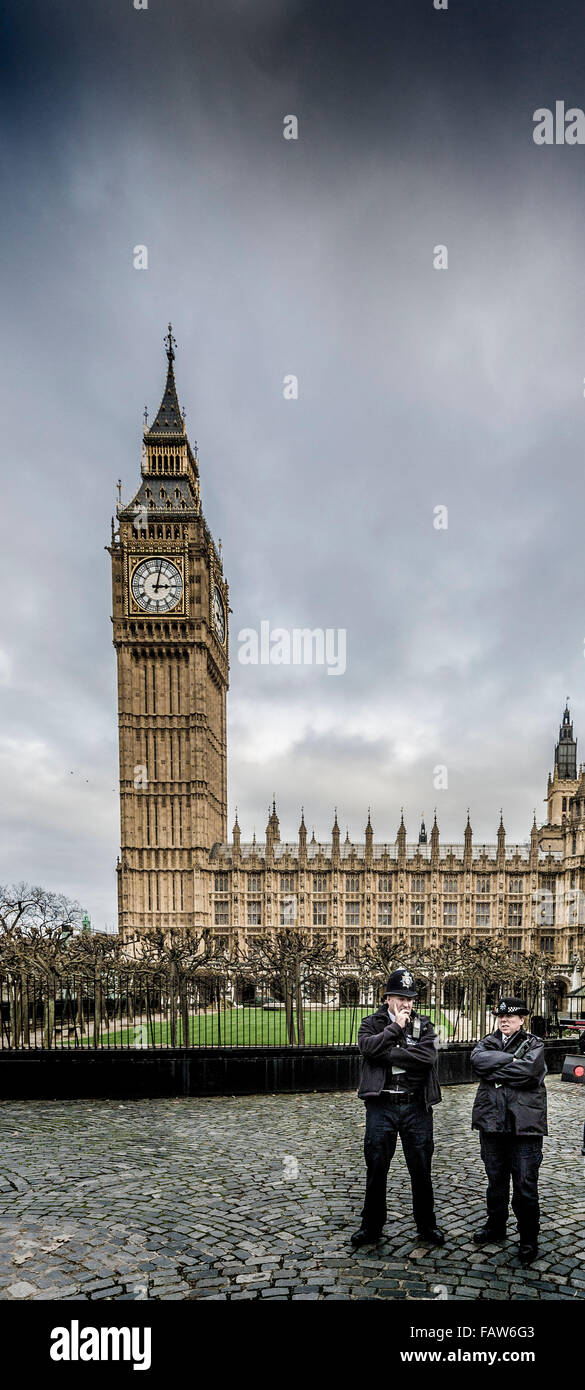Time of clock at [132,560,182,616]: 3:02
